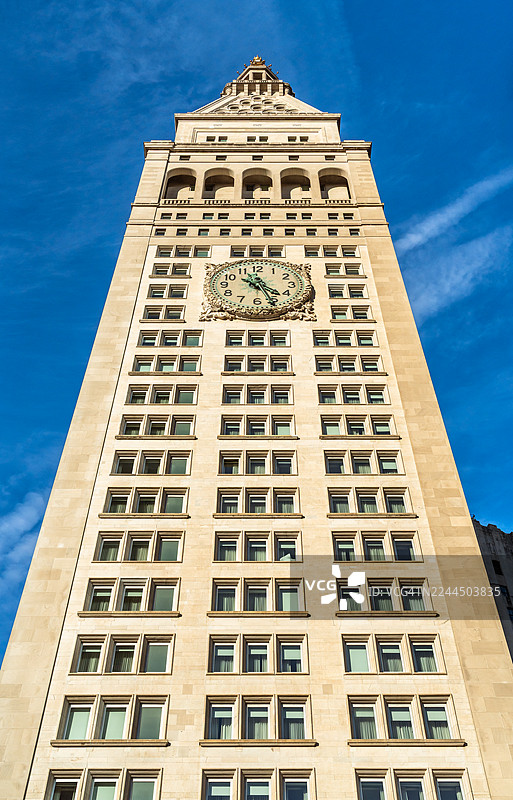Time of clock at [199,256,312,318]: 4:26
